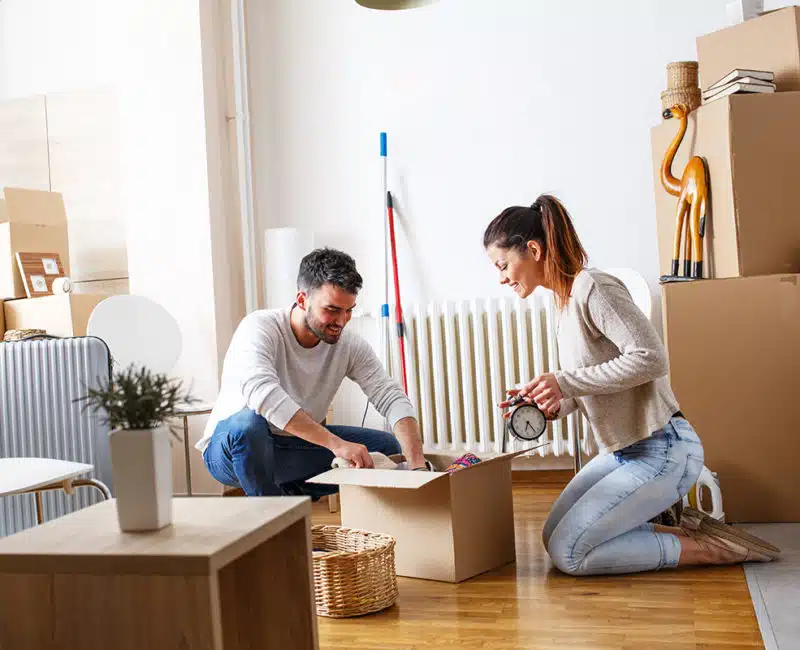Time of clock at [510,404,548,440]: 6:23
